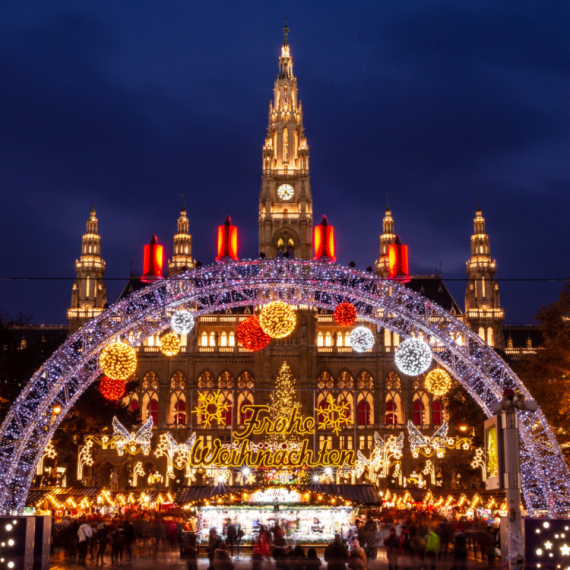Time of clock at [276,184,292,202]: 4:35
